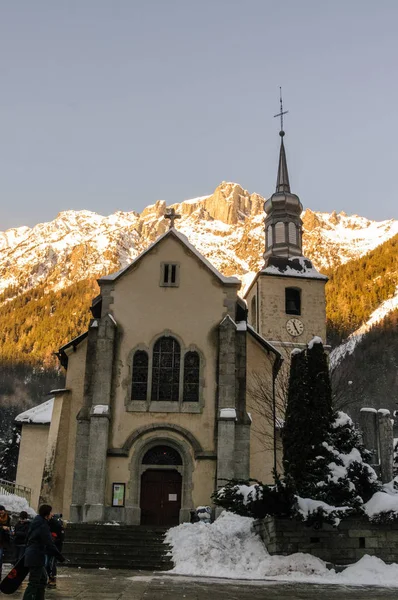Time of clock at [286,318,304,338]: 11:25
